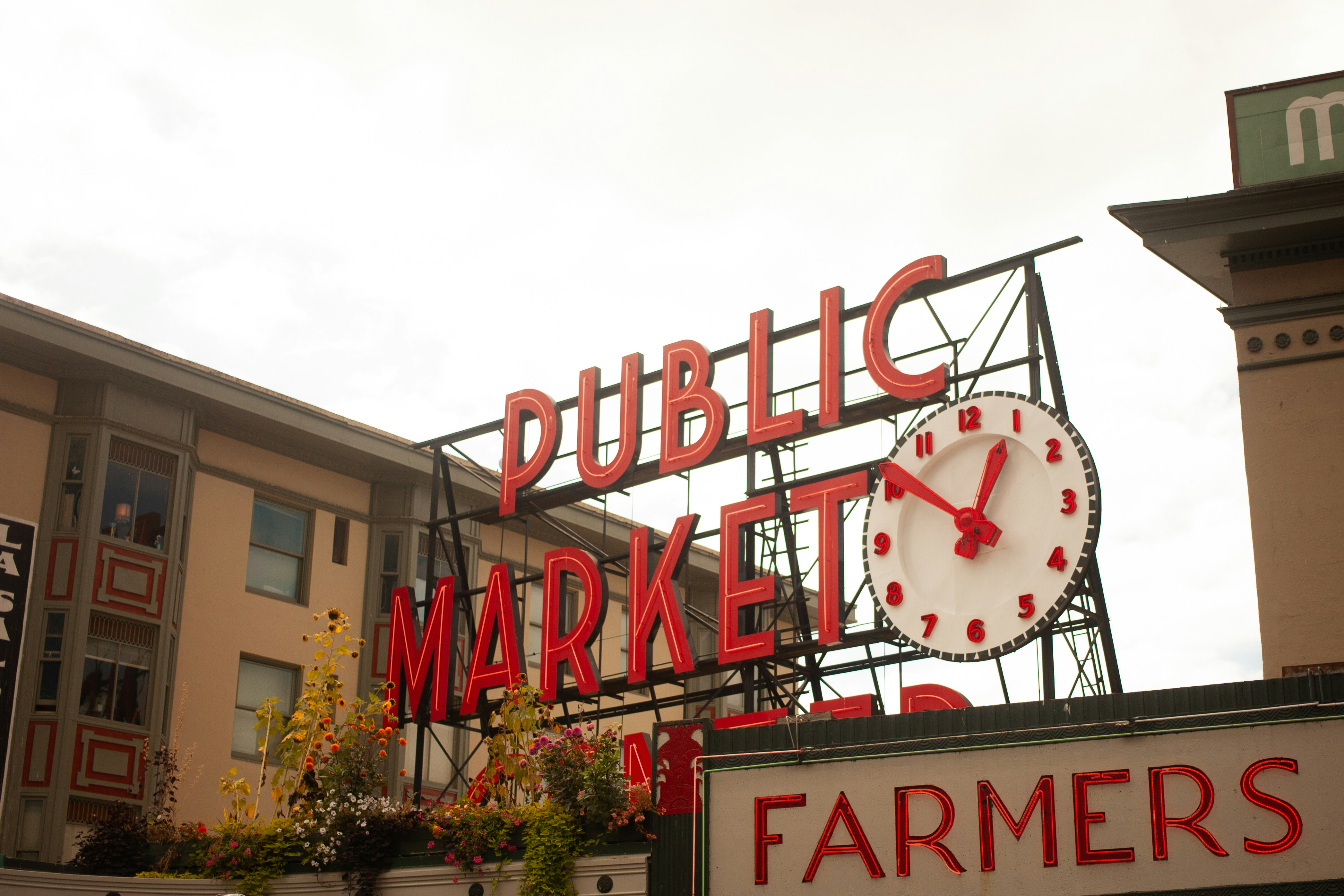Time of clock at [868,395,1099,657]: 12:51
